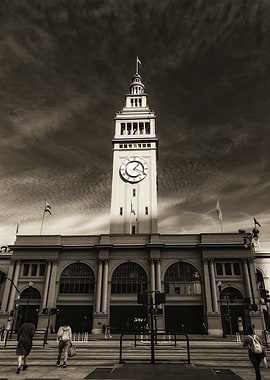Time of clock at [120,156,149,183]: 1:18
